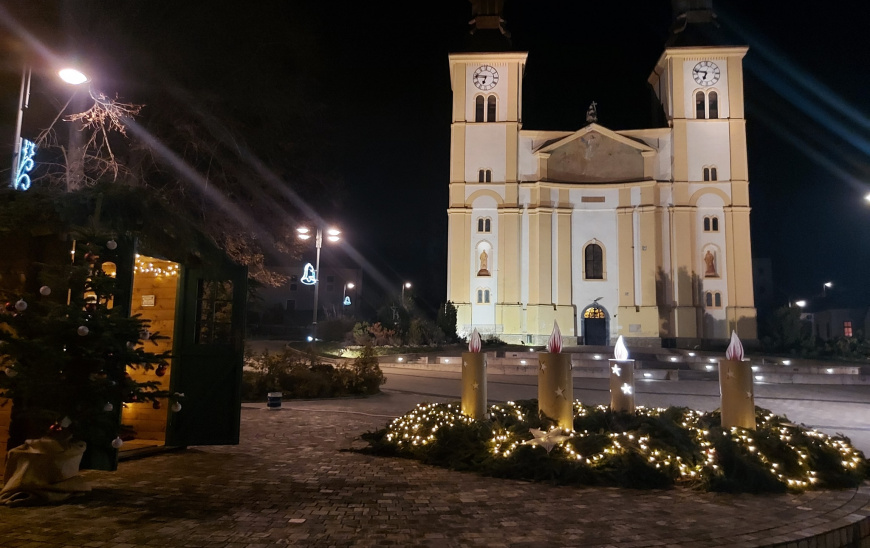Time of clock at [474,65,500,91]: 6:46
